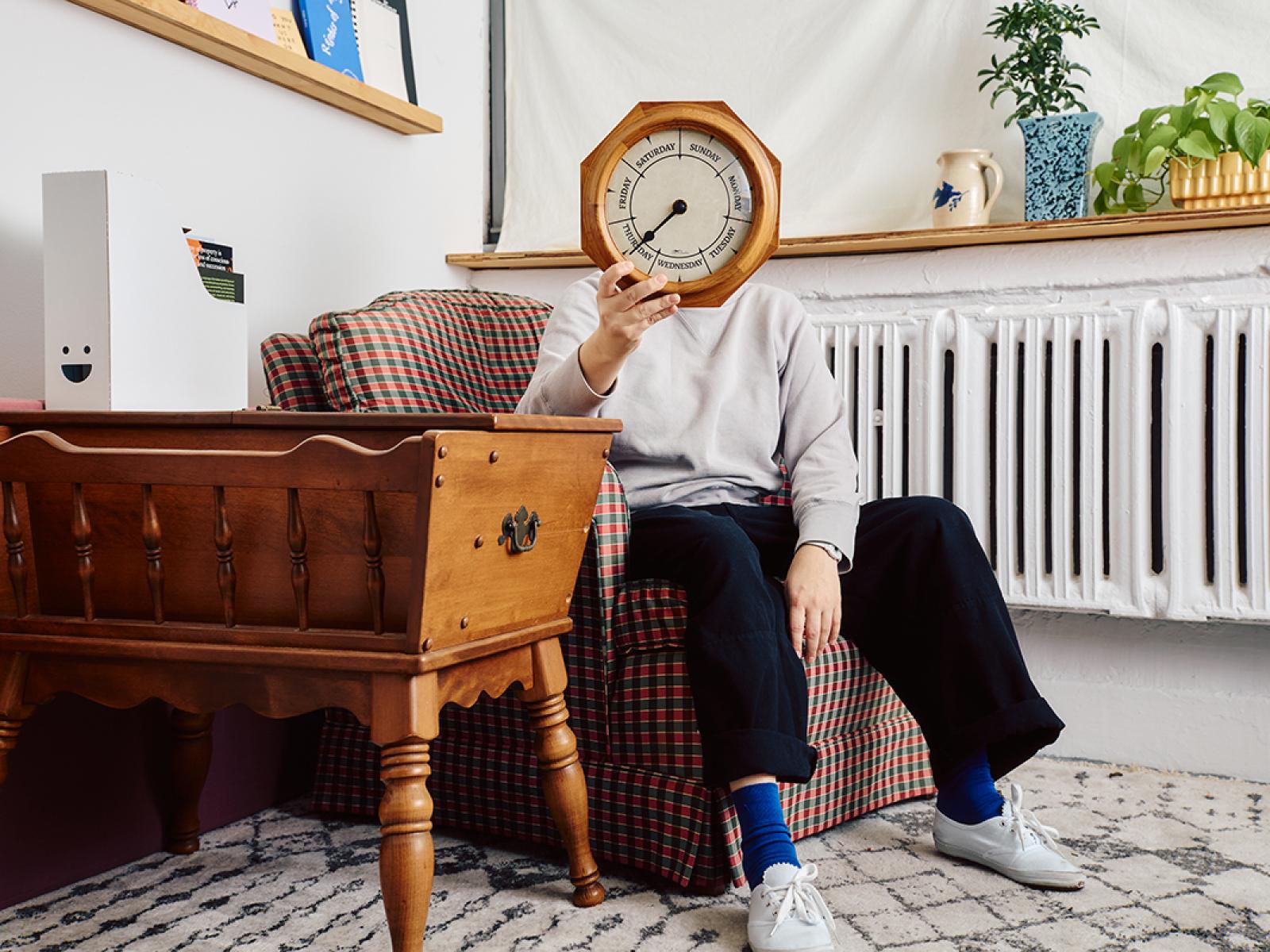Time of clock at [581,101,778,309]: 7:37
